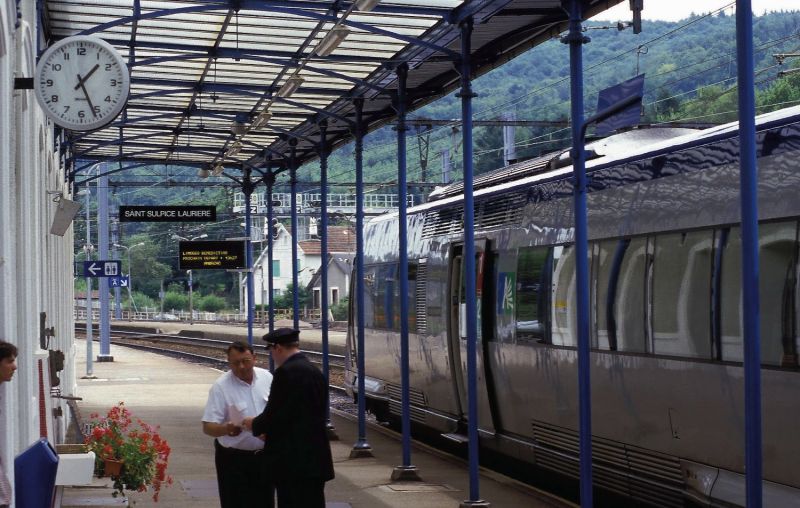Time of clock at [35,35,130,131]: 1:26
